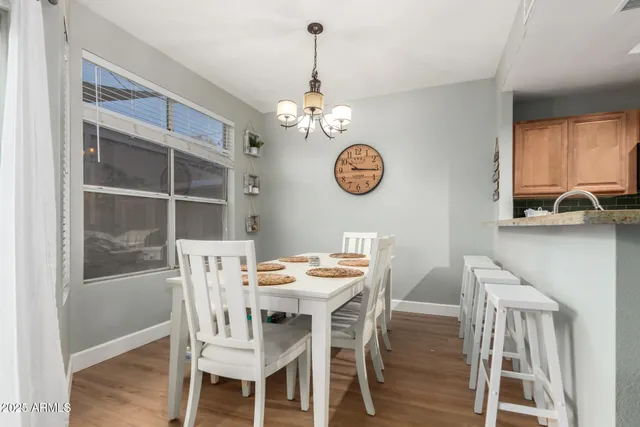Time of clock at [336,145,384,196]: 10:15
